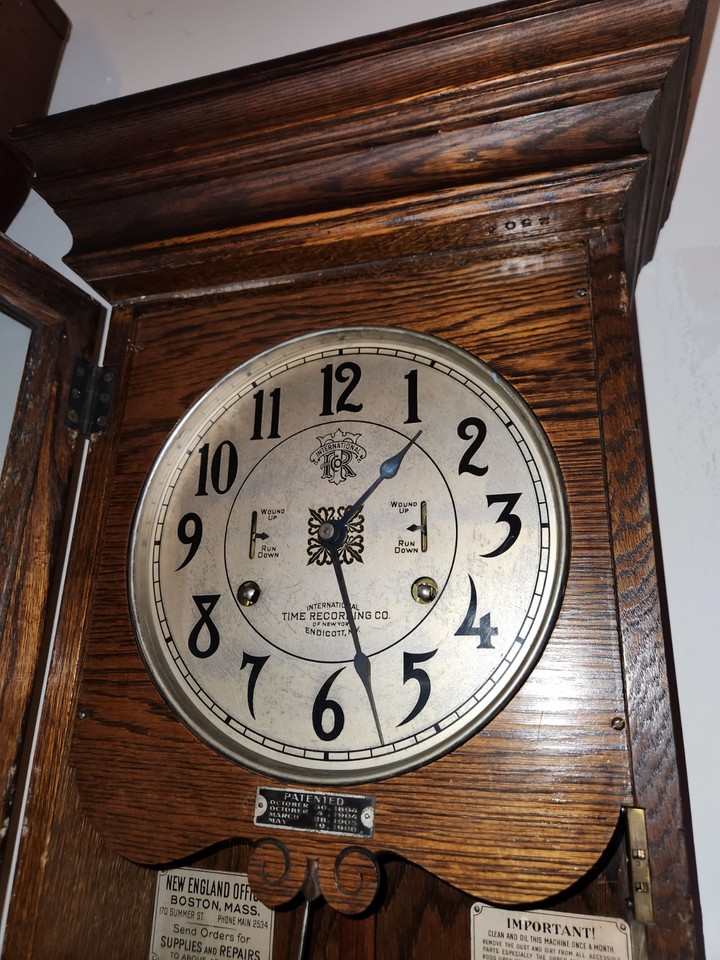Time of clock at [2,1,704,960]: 1:27
